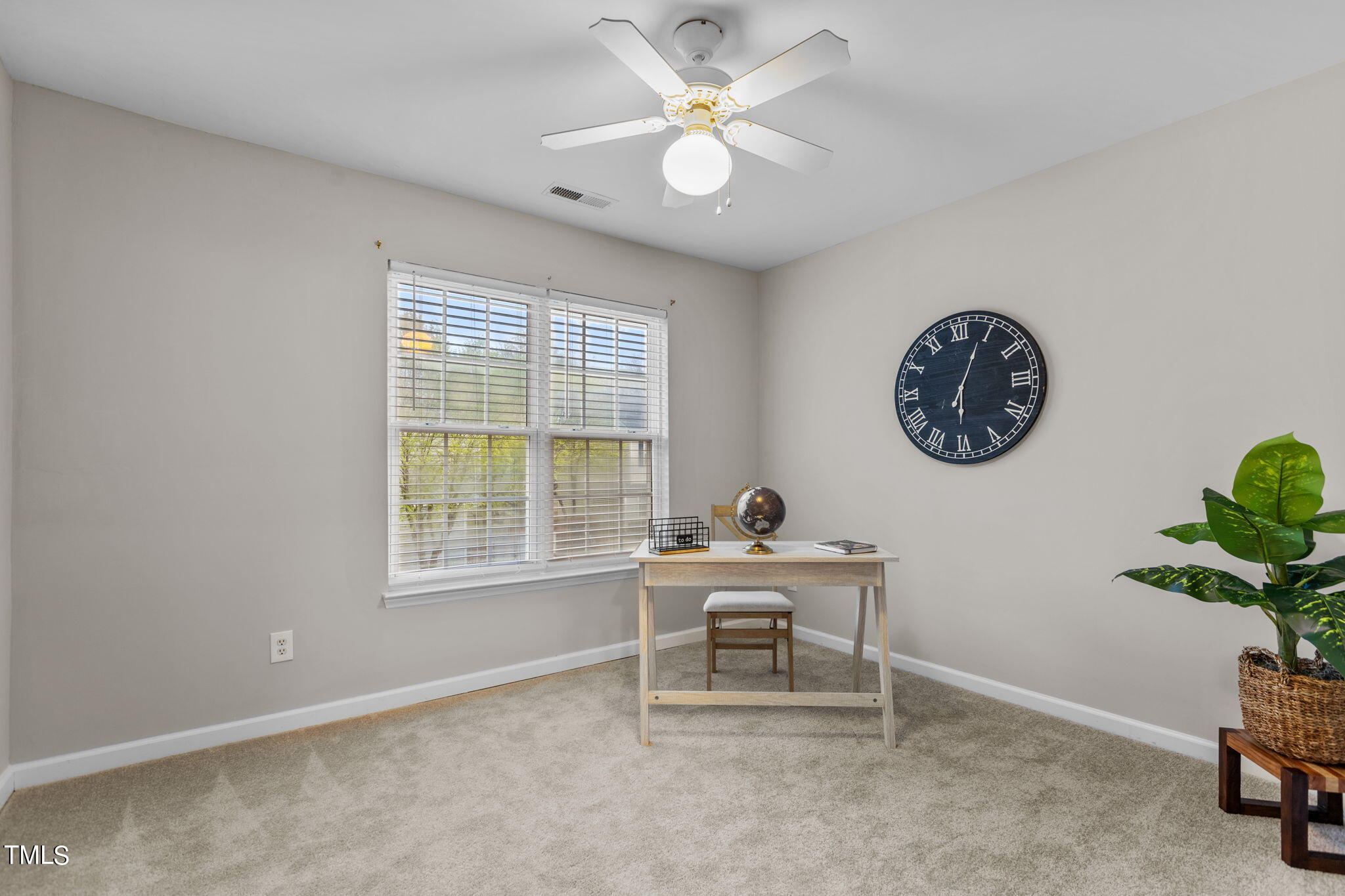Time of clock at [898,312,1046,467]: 6:03
